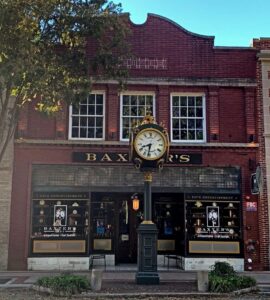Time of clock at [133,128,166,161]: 8:32
